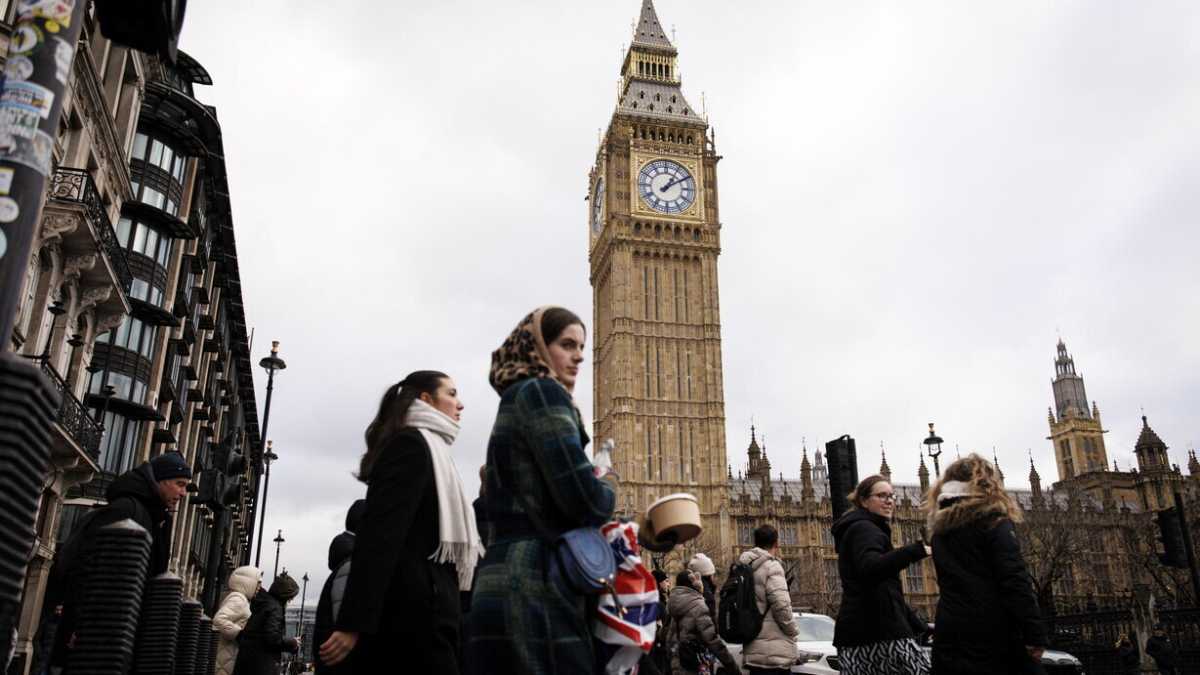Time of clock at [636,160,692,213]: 1:09
